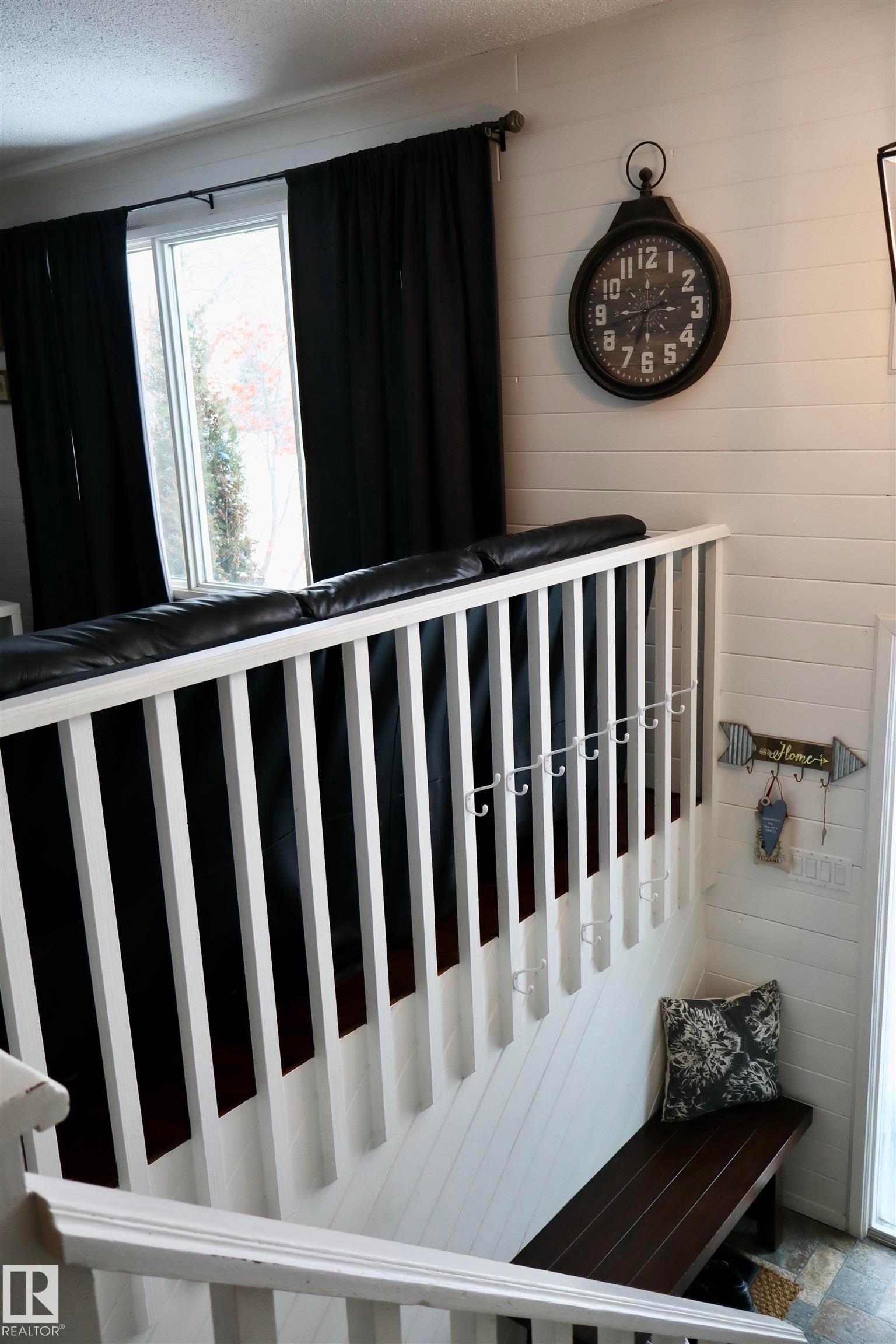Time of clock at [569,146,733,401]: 6:43
